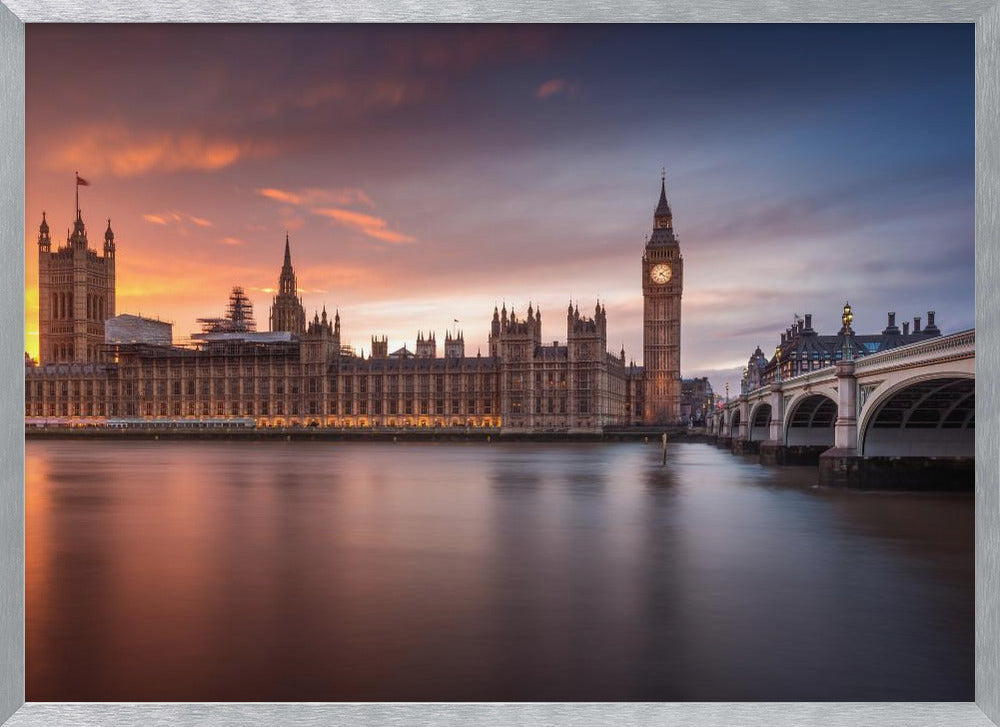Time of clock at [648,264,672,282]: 4:08
